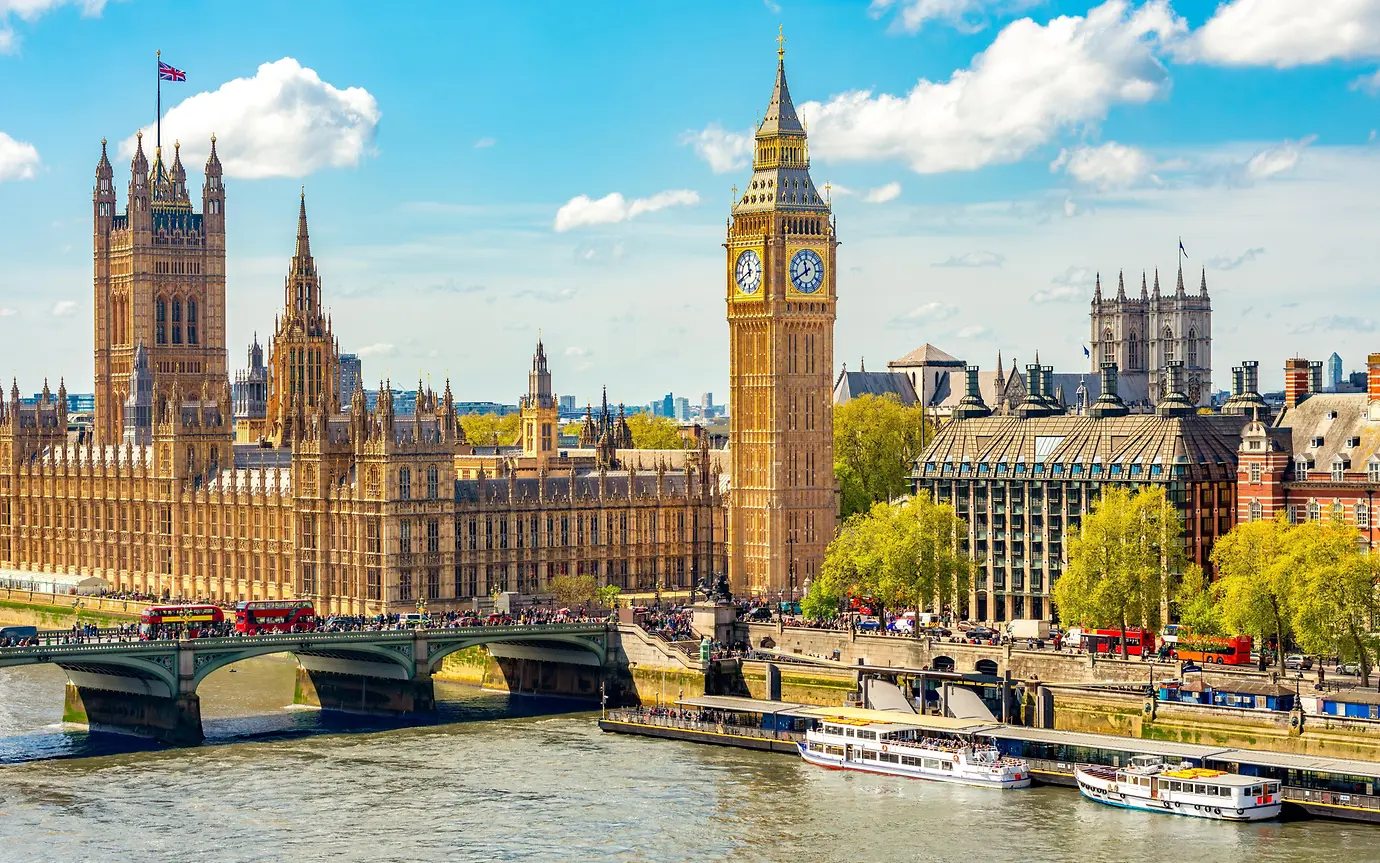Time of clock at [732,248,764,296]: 11:40
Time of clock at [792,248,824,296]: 11:39
